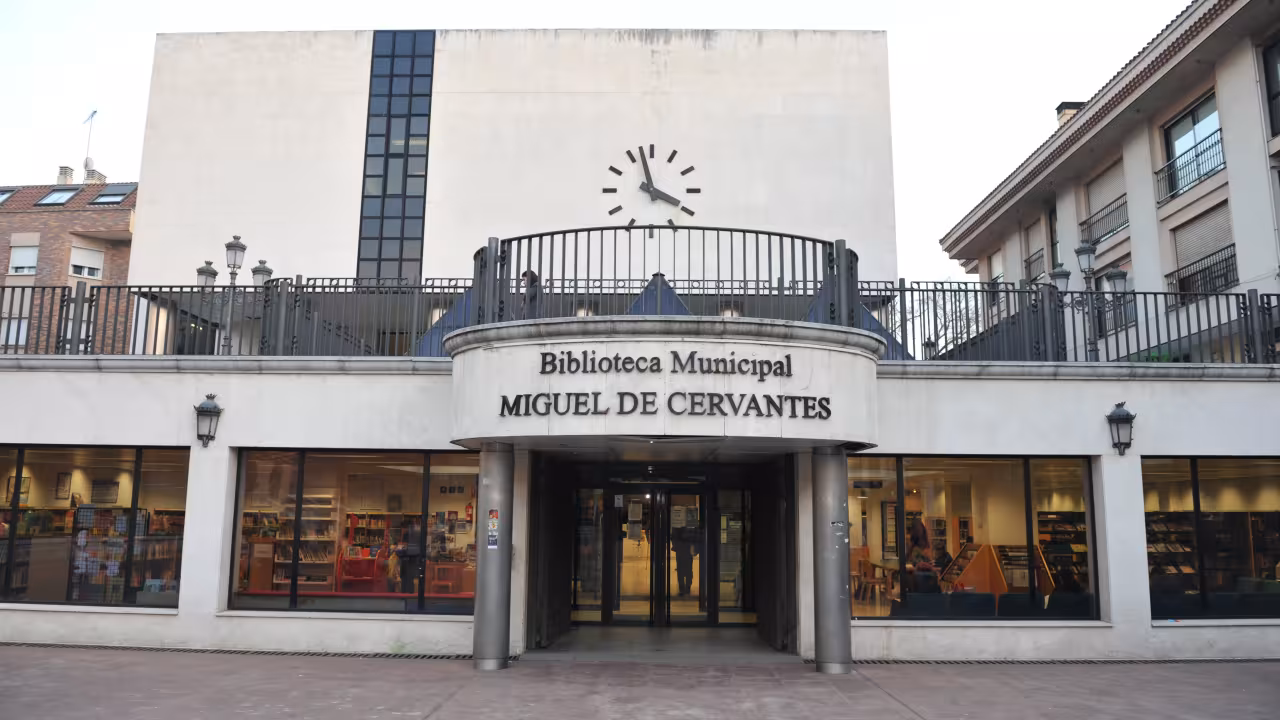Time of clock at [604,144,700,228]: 3:57
